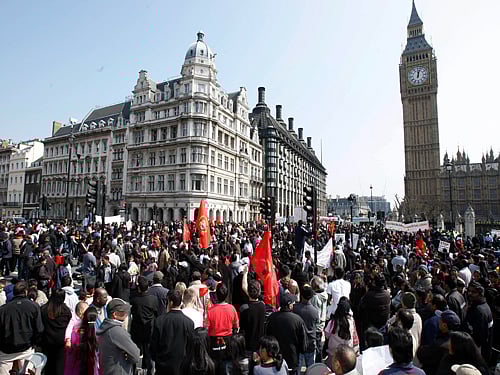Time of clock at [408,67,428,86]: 12:03
